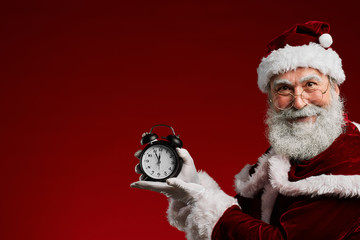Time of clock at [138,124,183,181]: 11:55
